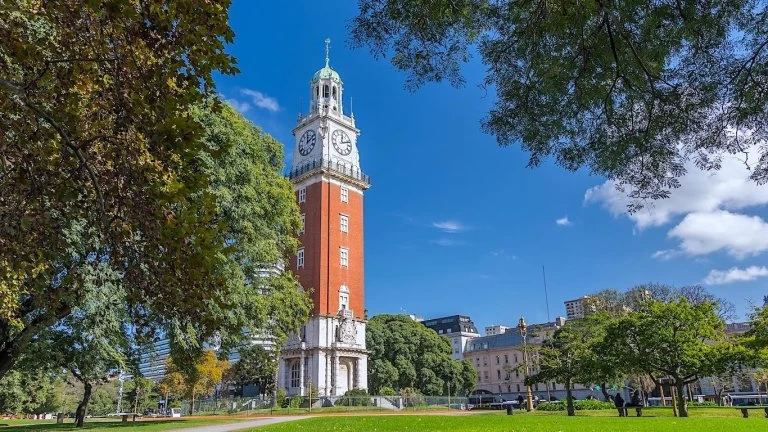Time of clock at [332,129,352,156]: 12:11
